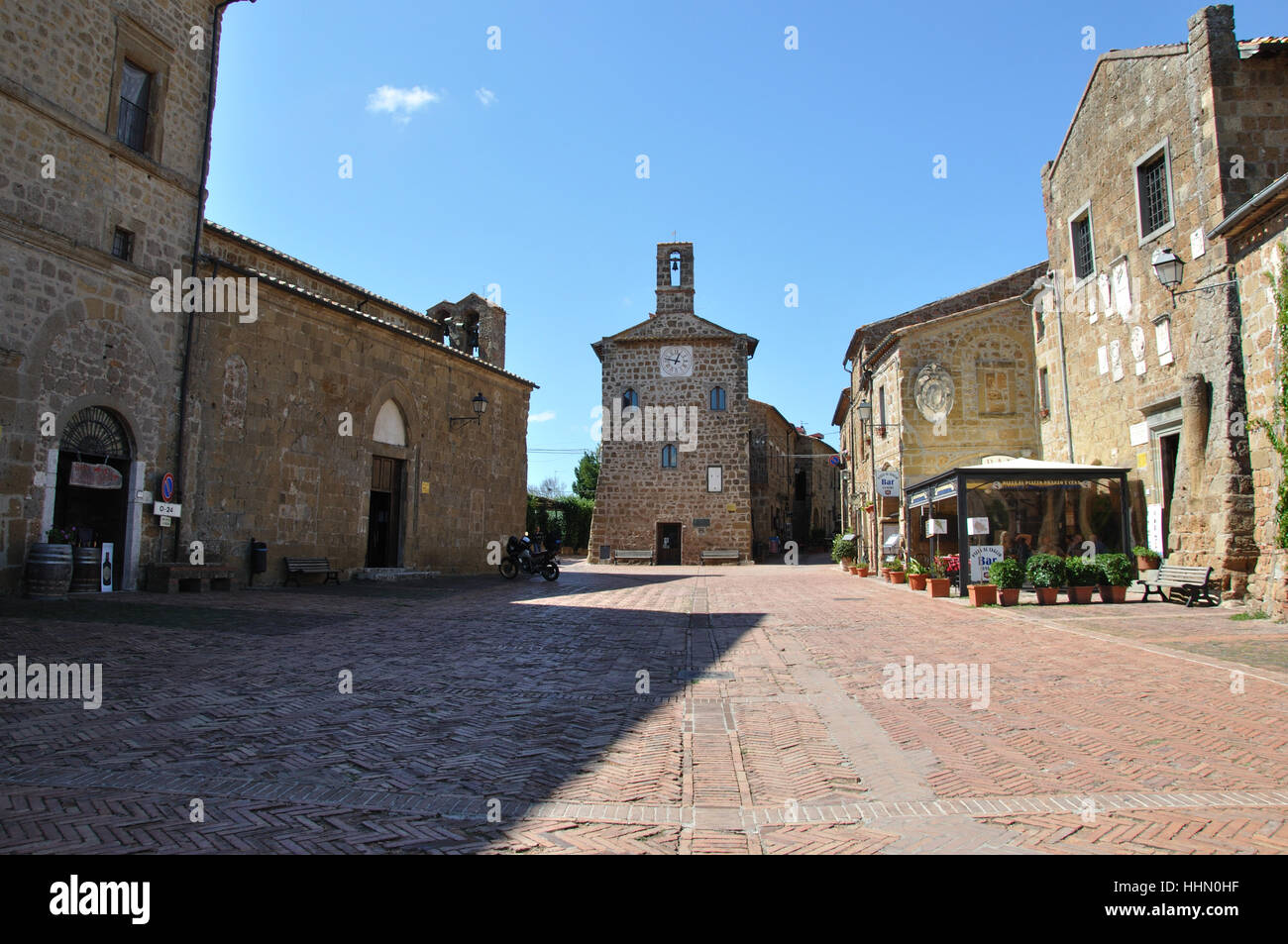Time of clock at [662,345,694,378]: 12:47
